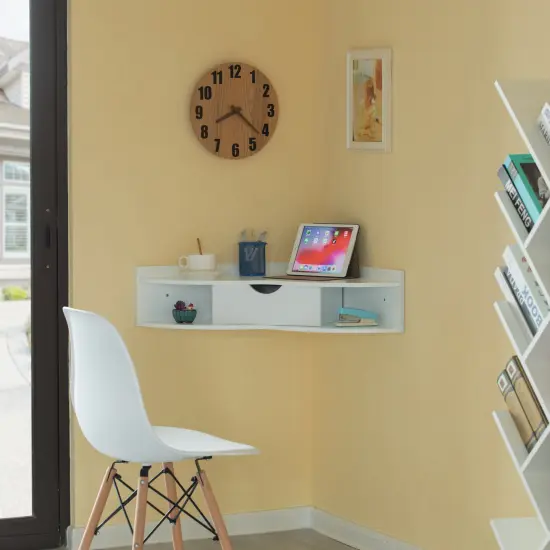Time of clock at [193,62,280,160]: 8:21
